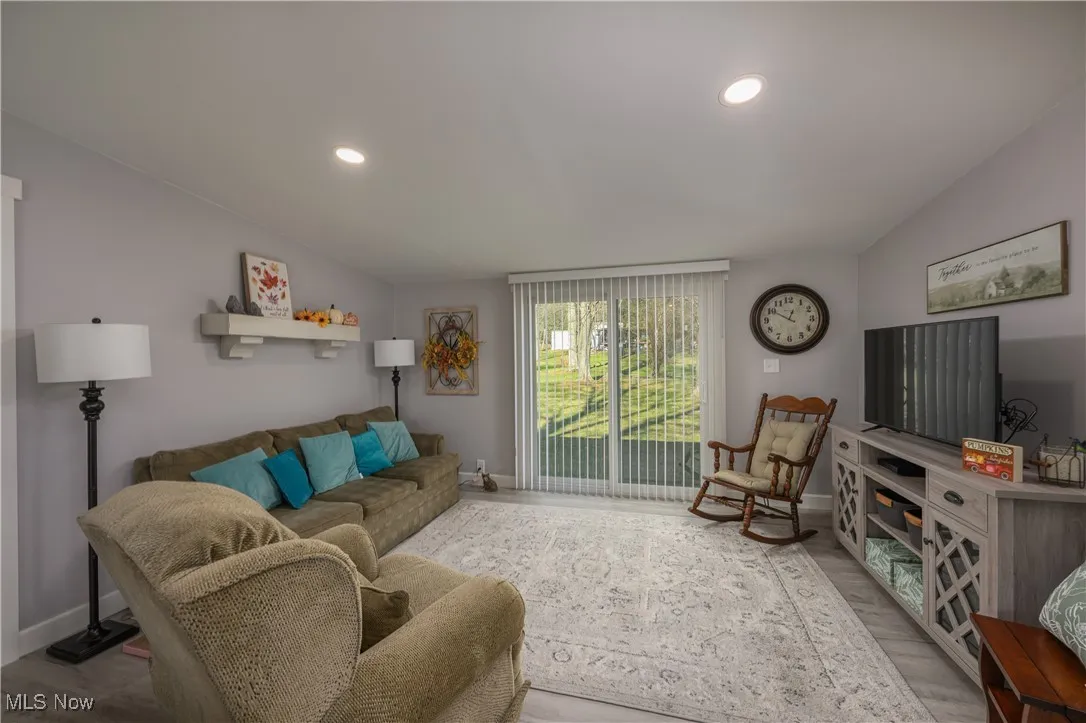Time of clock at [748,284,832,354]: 12:50
